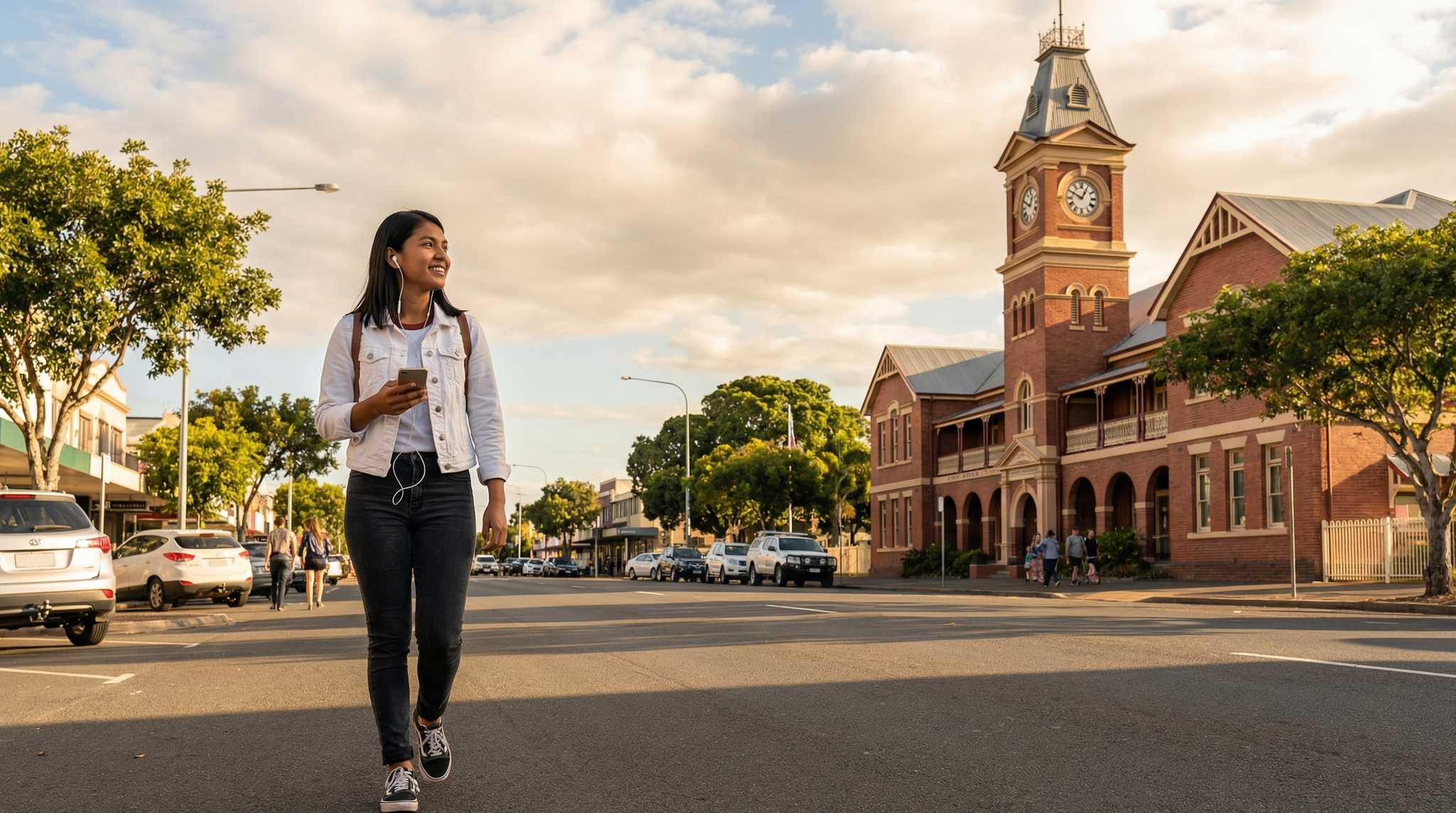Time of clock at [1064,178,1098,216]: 12:49
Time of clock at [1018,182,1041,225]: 12:49
